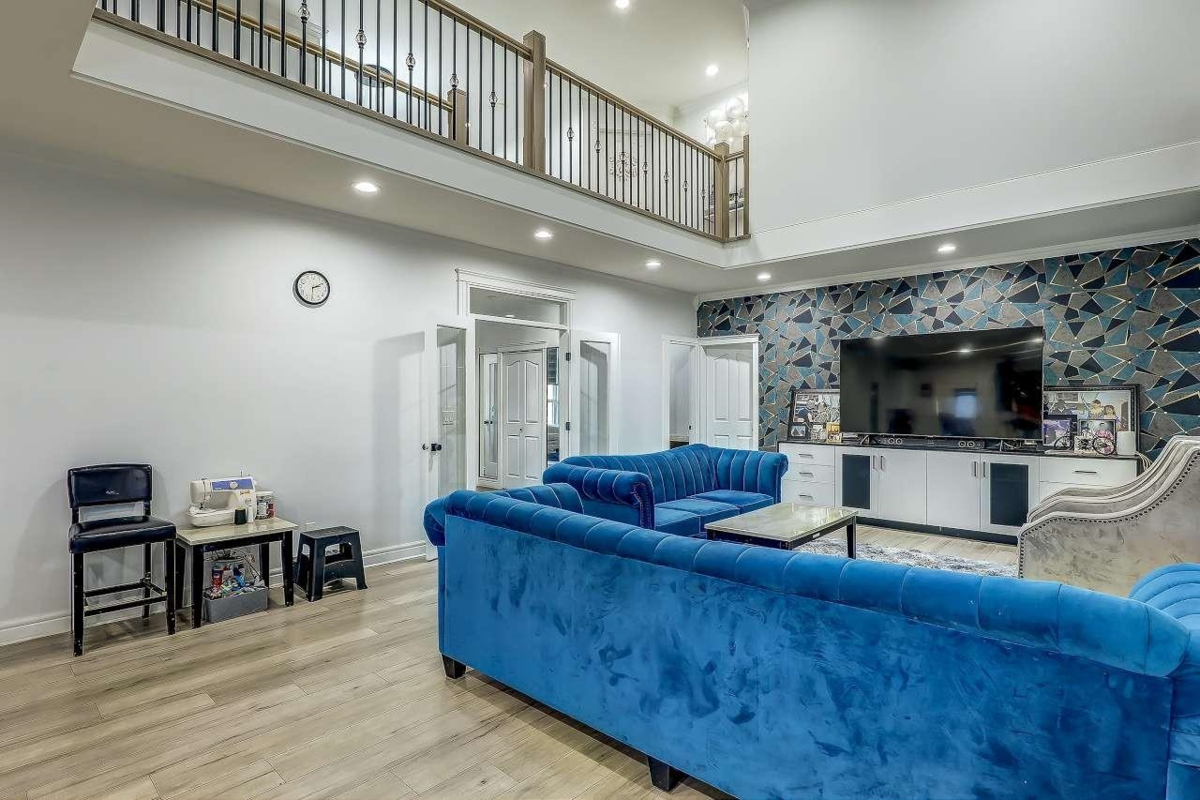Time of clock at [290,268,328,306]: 2:09
